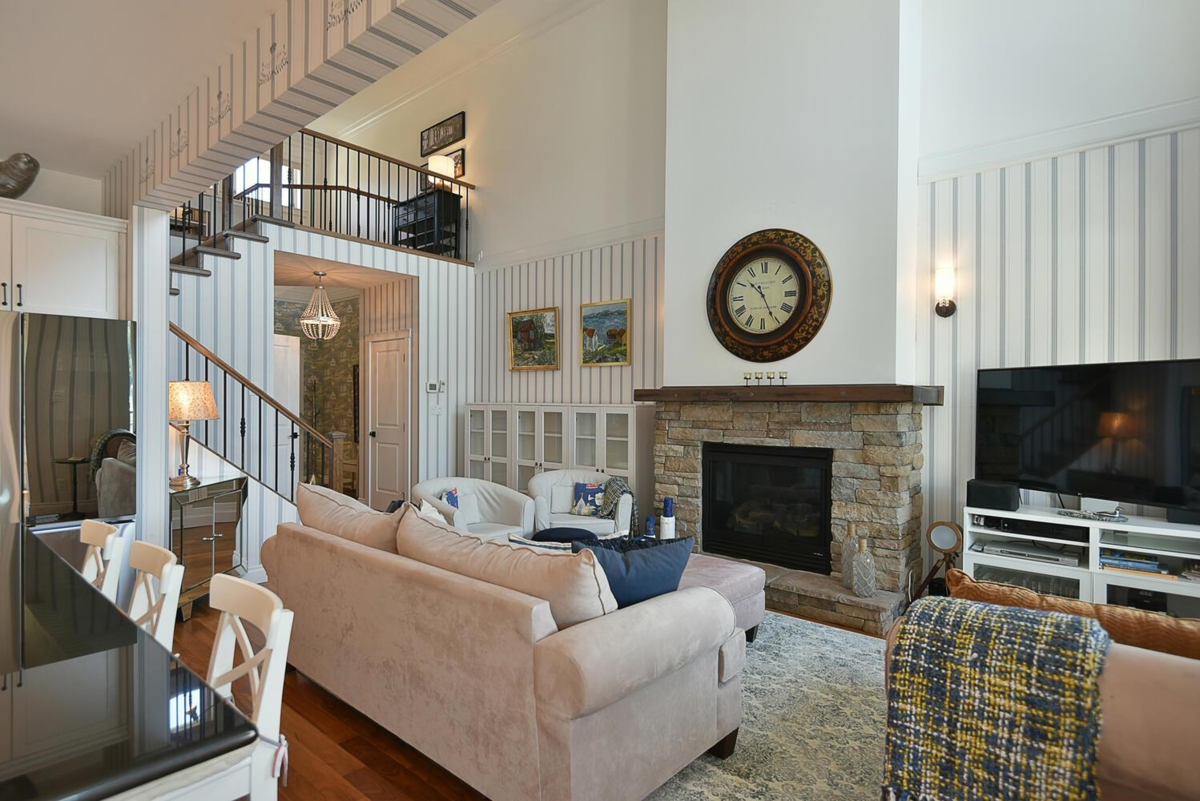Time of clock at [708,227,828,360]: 10:25
